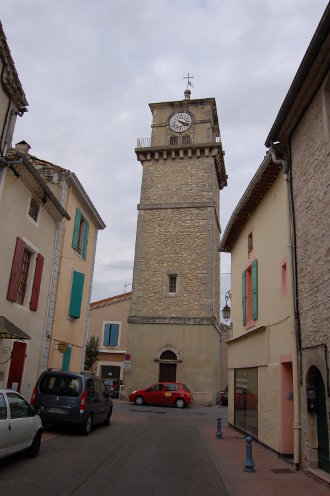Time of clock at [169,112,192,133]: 4:17
